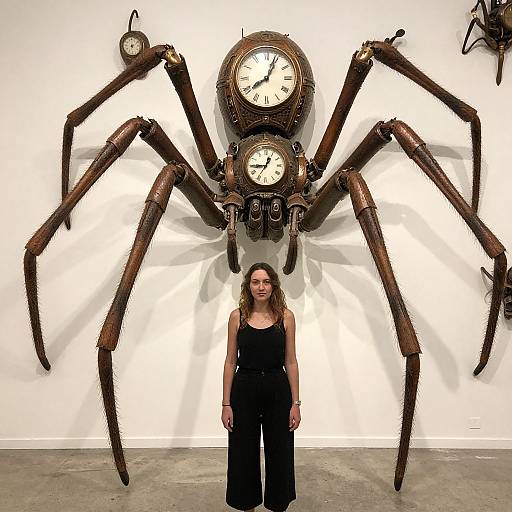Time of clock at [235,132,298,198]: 12:44
